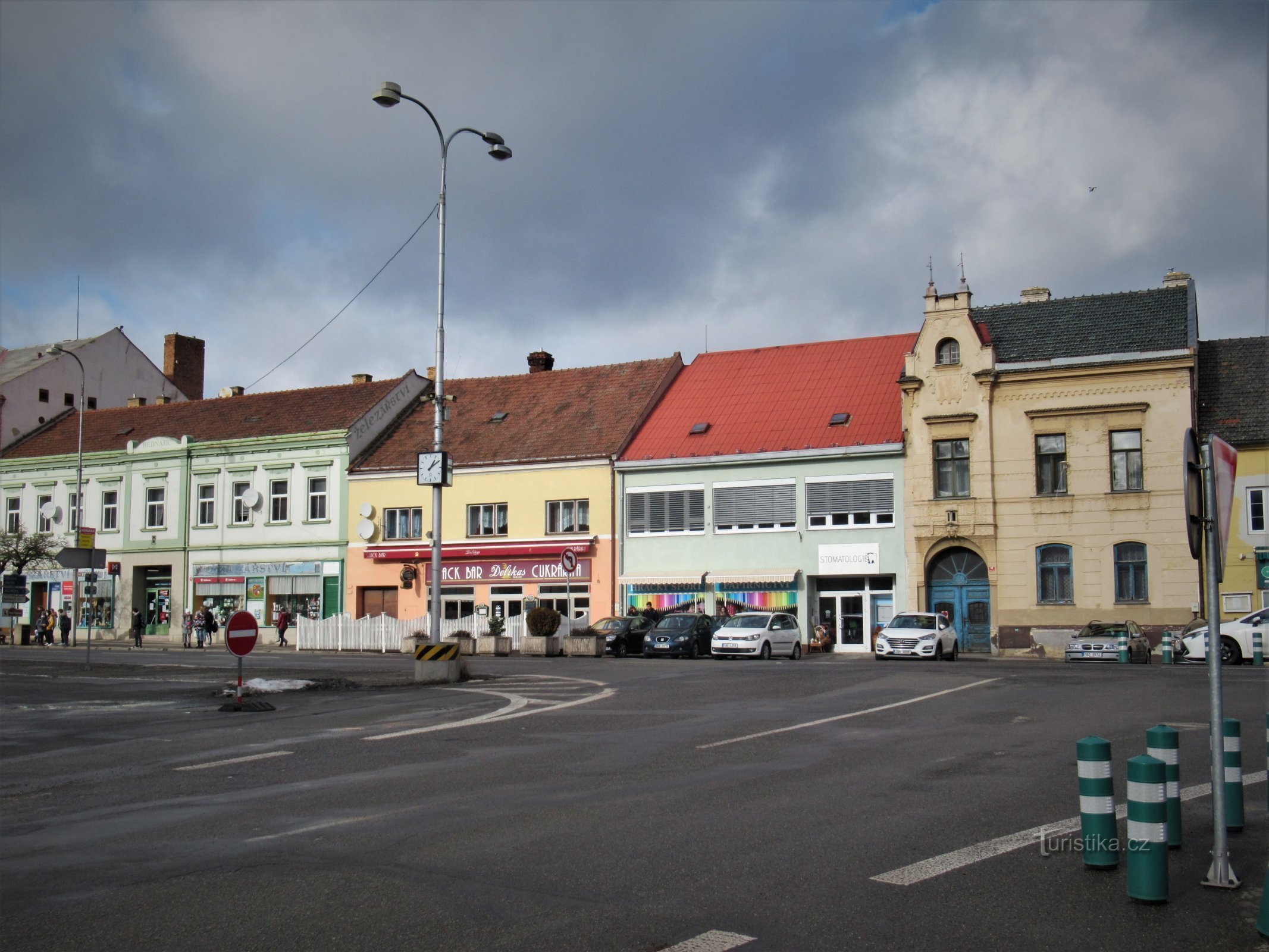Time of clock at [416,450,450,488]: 1:09
